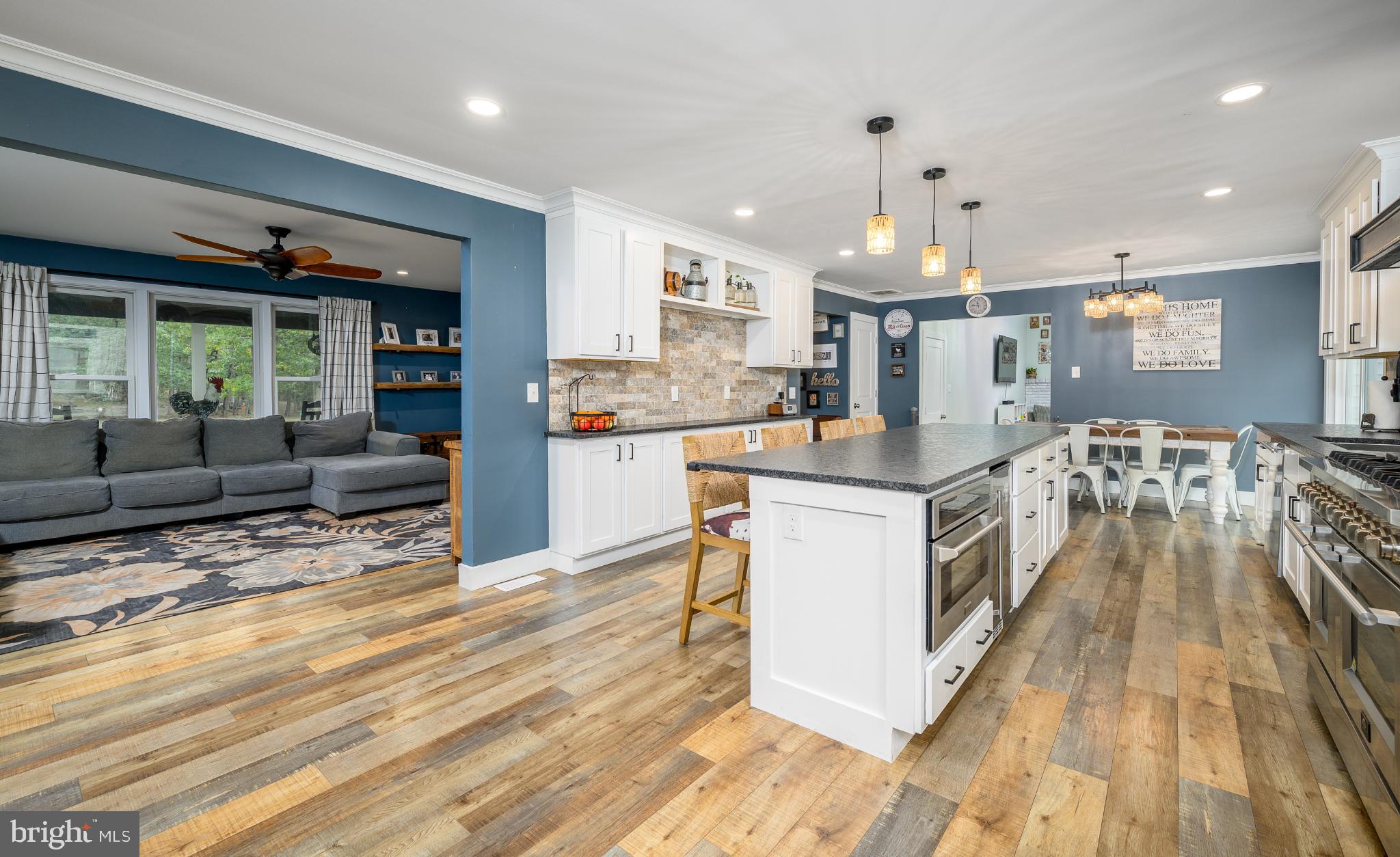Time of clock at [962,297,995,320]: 11:46
